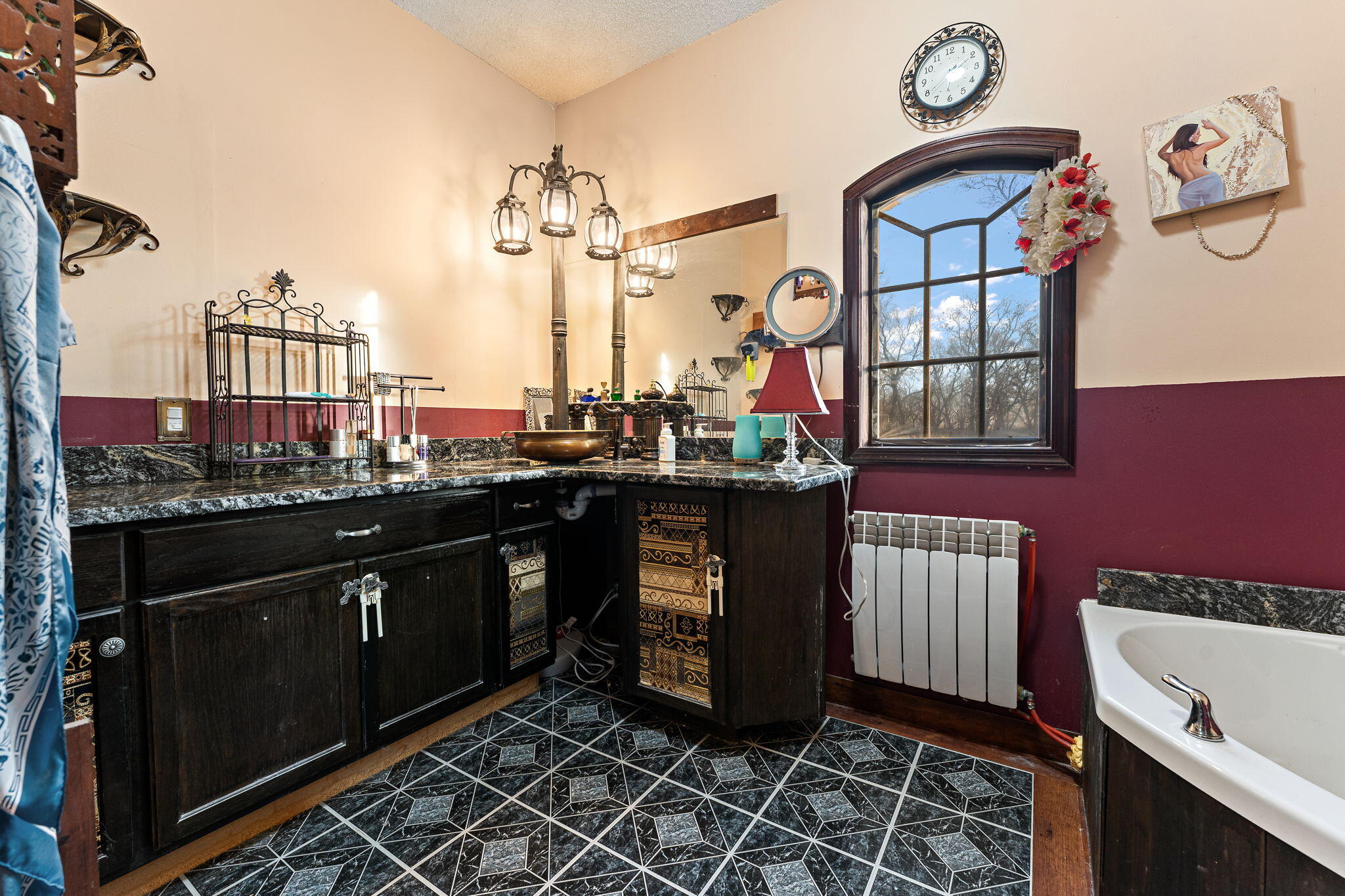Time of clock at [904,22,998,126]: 6:10
